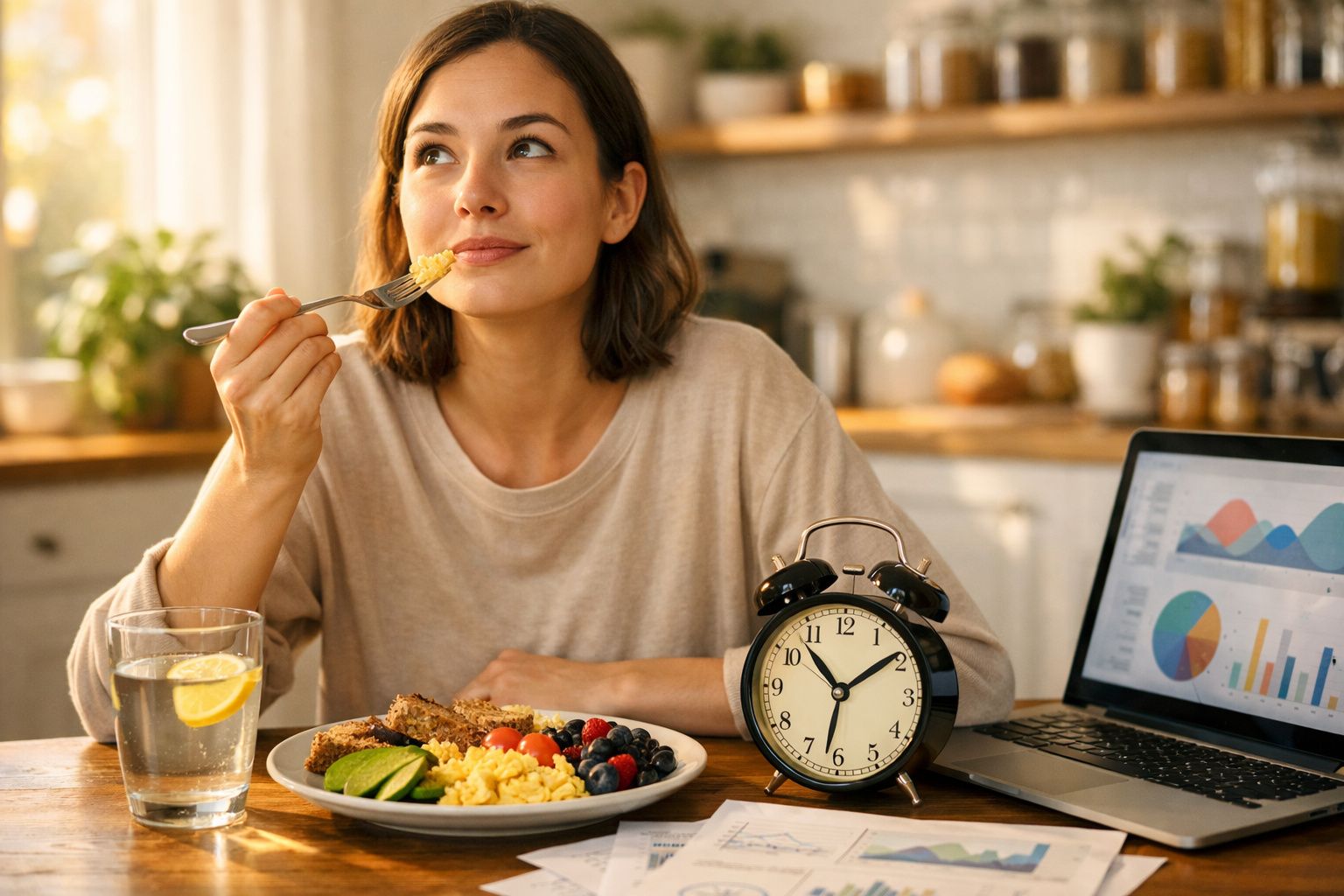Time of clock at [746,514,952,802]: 10:31
